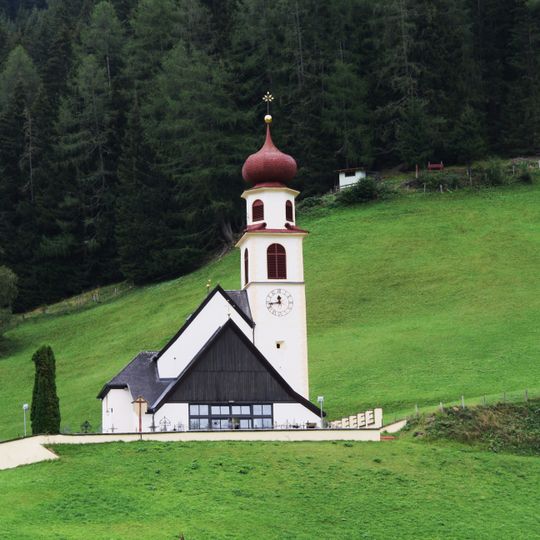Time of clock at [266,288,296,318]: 11:43
